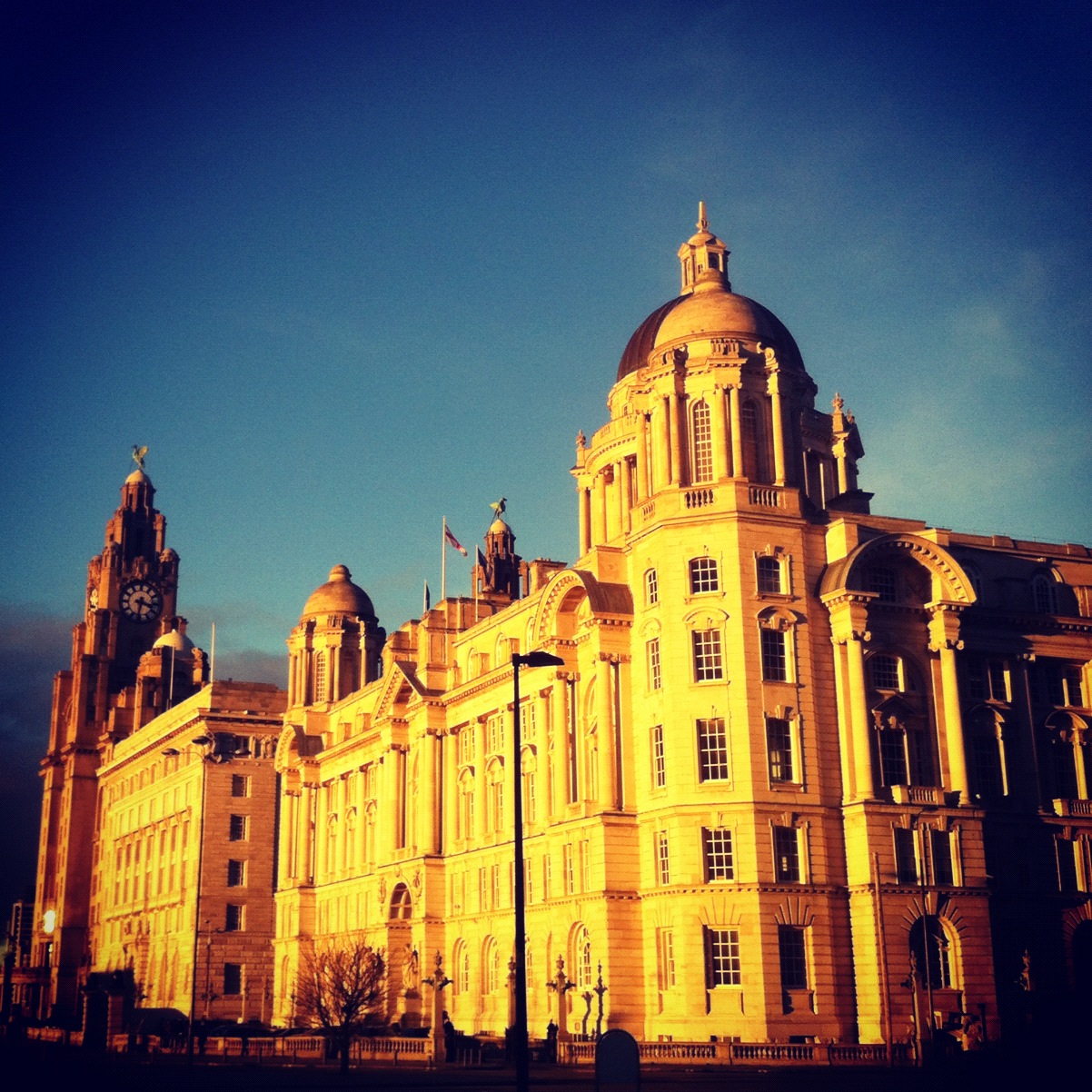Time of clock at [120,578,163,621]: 3:32
